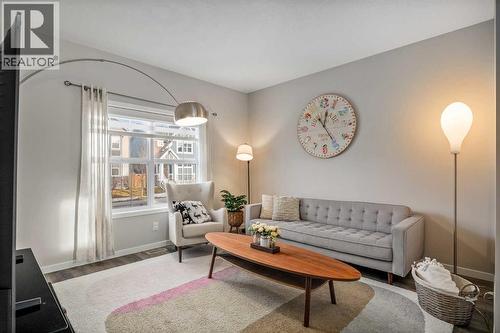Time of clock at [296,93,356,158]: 12:24
